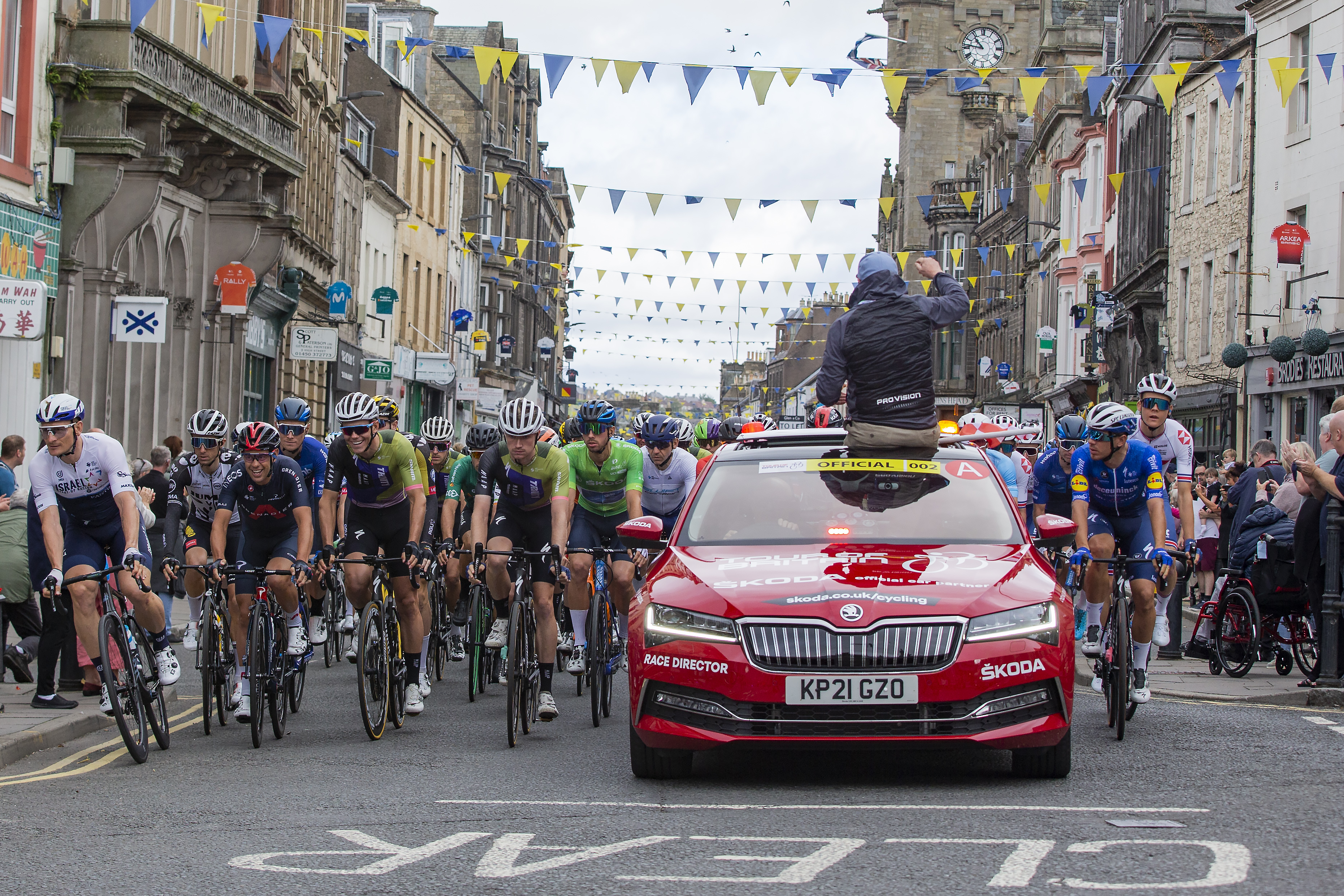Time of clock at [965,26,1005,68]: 10:46
